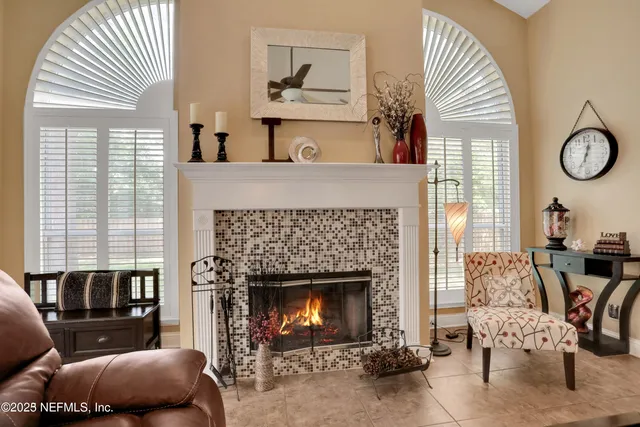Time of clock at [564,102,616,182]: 12:34
